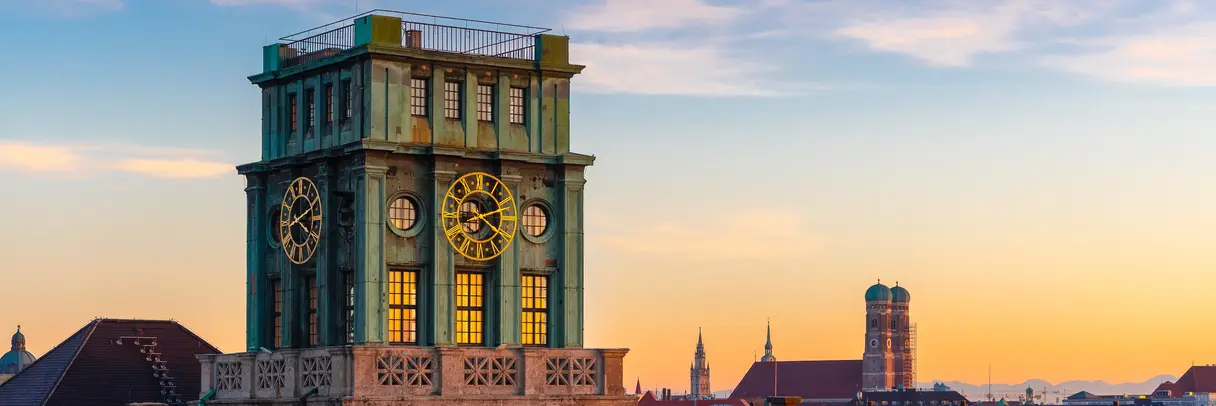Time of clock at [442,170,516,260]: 8:20
